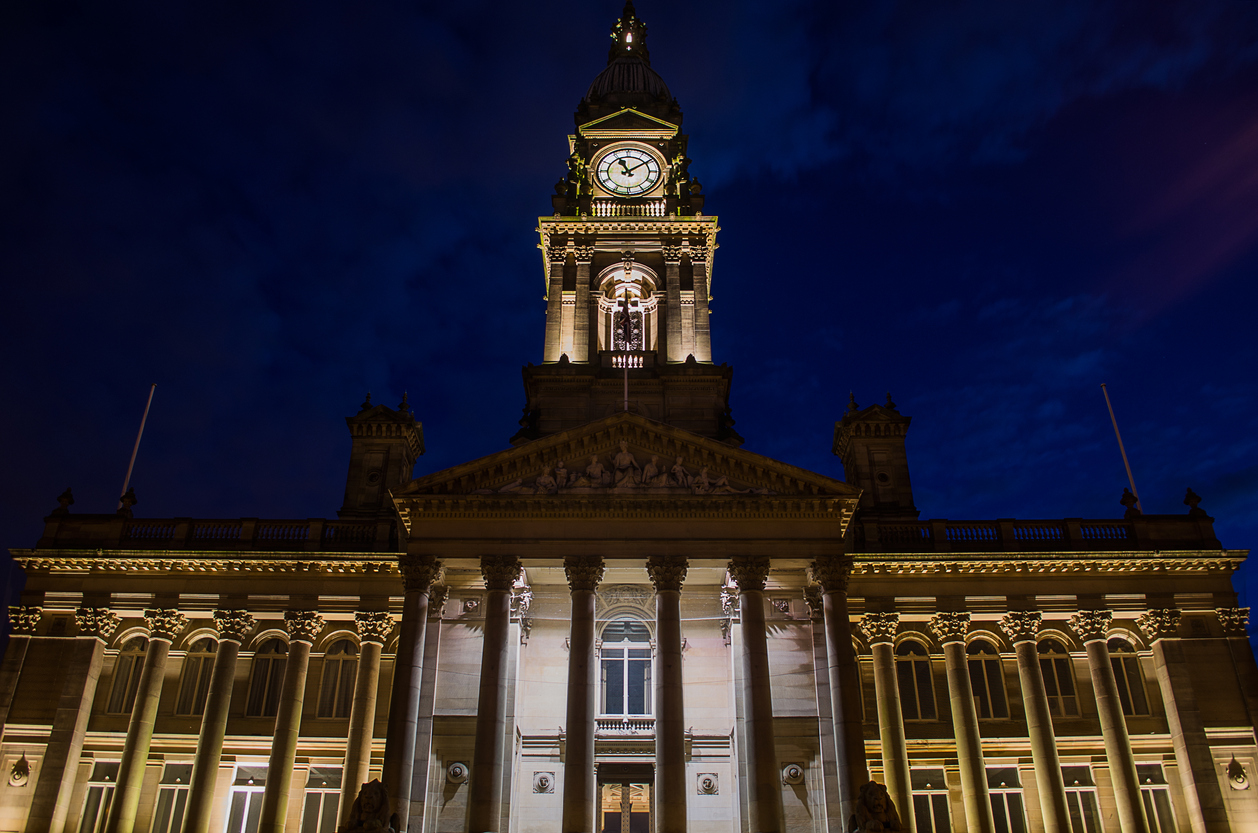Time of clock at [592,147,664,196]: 11:09
